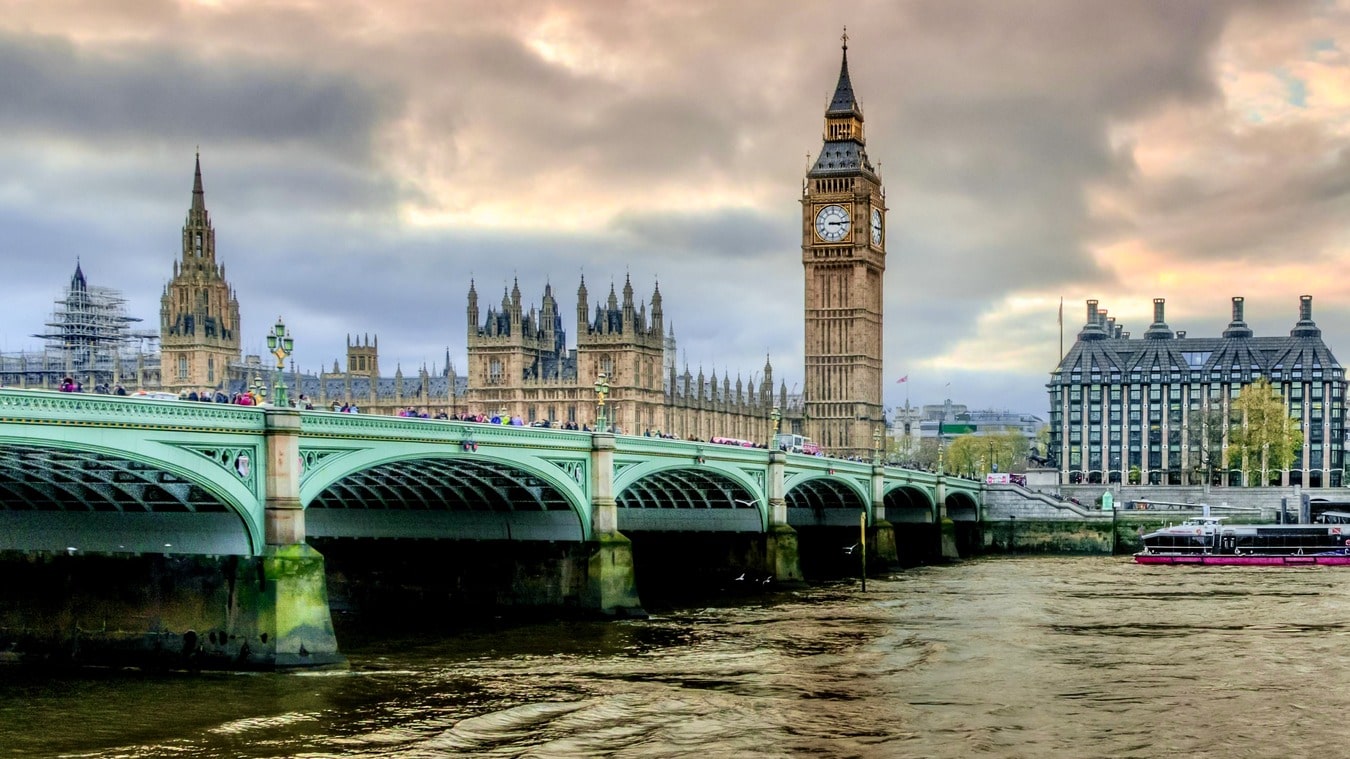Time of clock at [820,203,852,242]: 3:14
